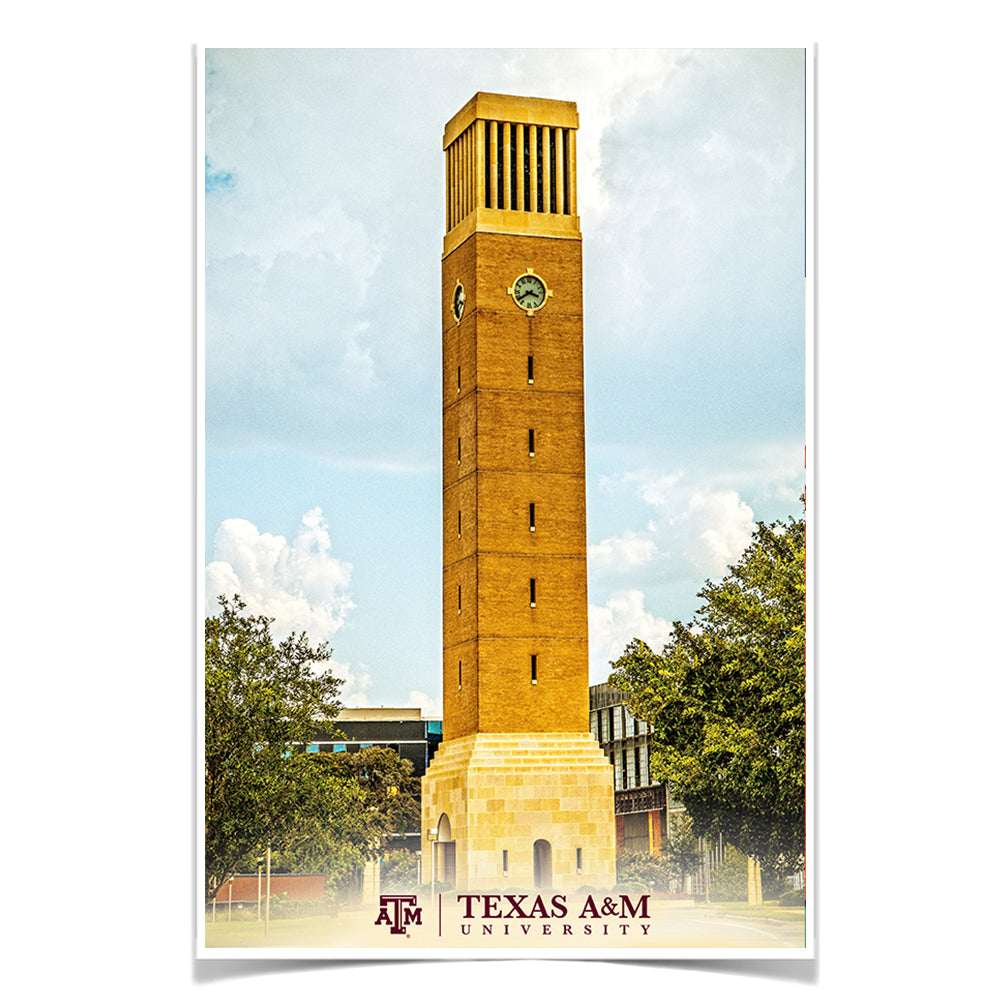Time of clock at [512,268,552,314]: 3:38
